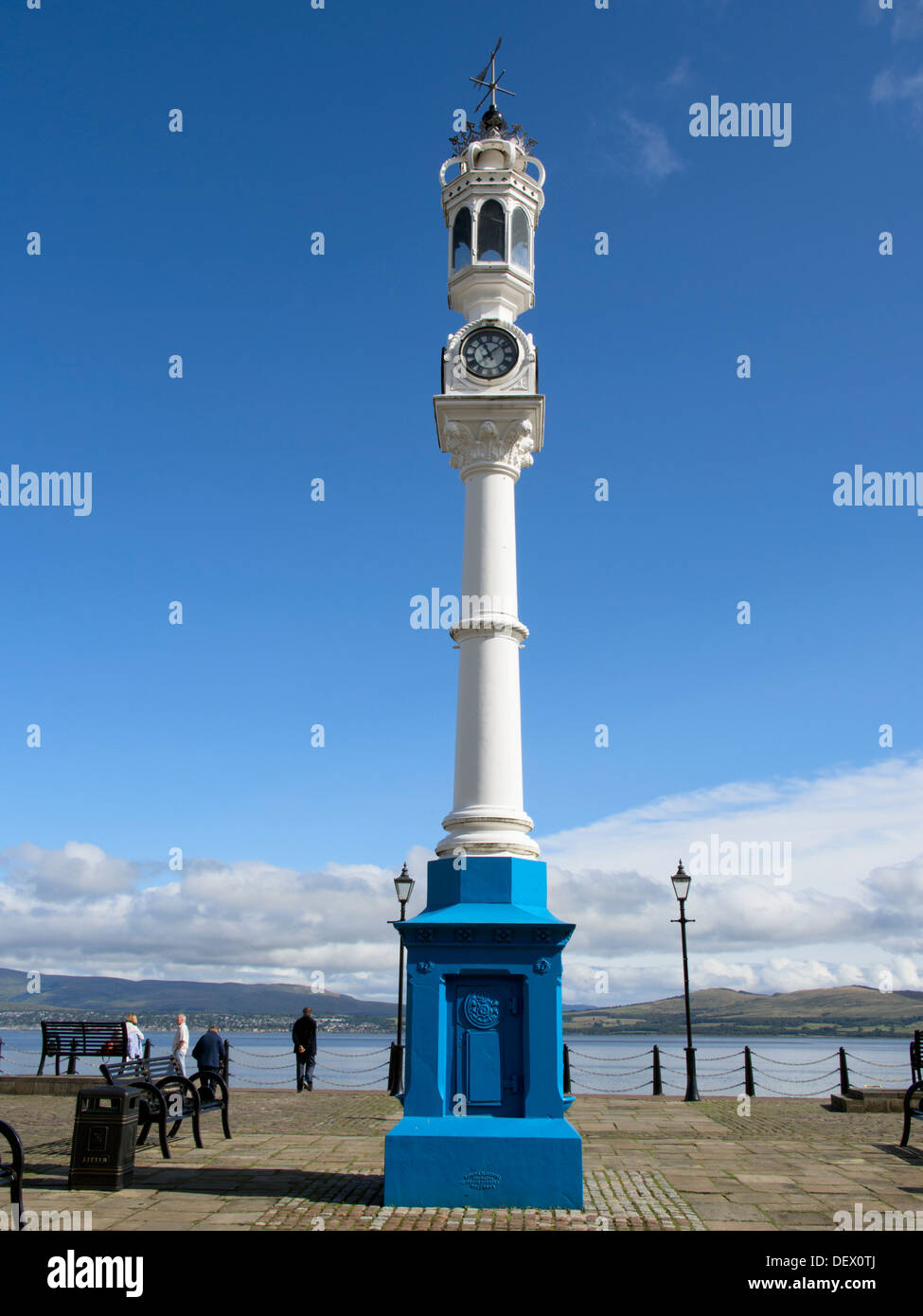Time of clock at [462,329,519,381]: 11:08
